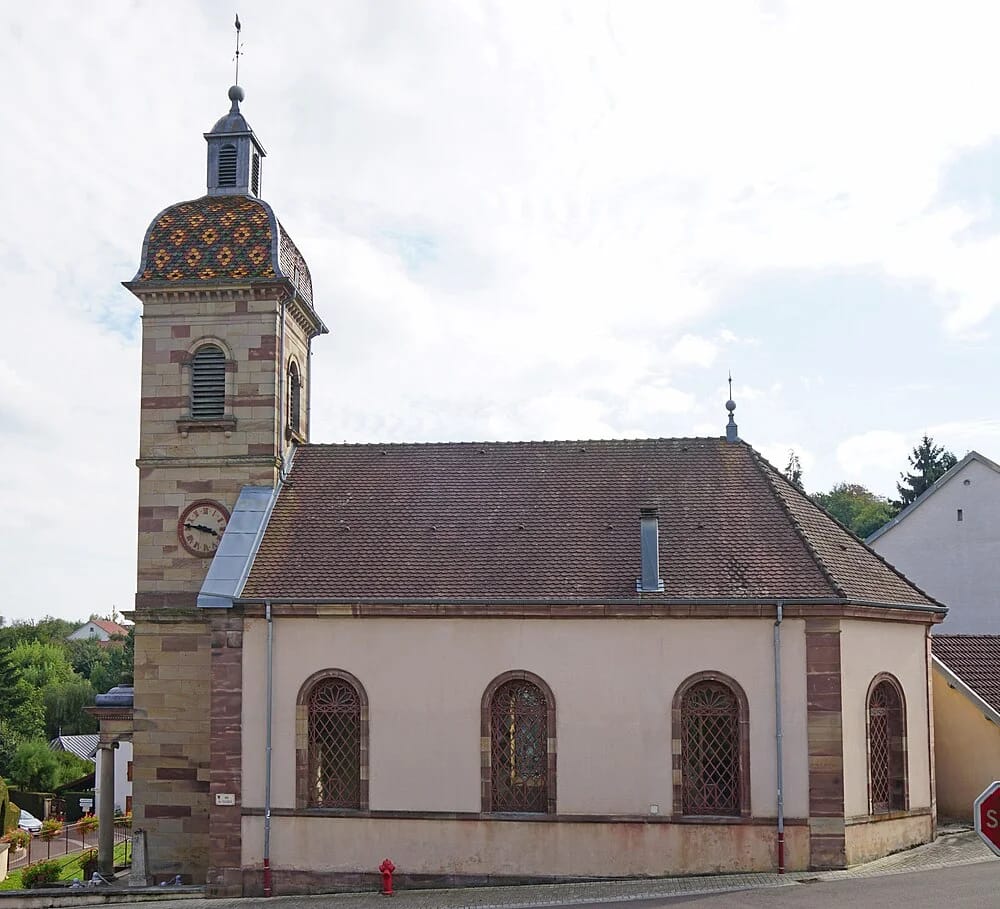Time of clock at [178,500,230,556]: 3:46
